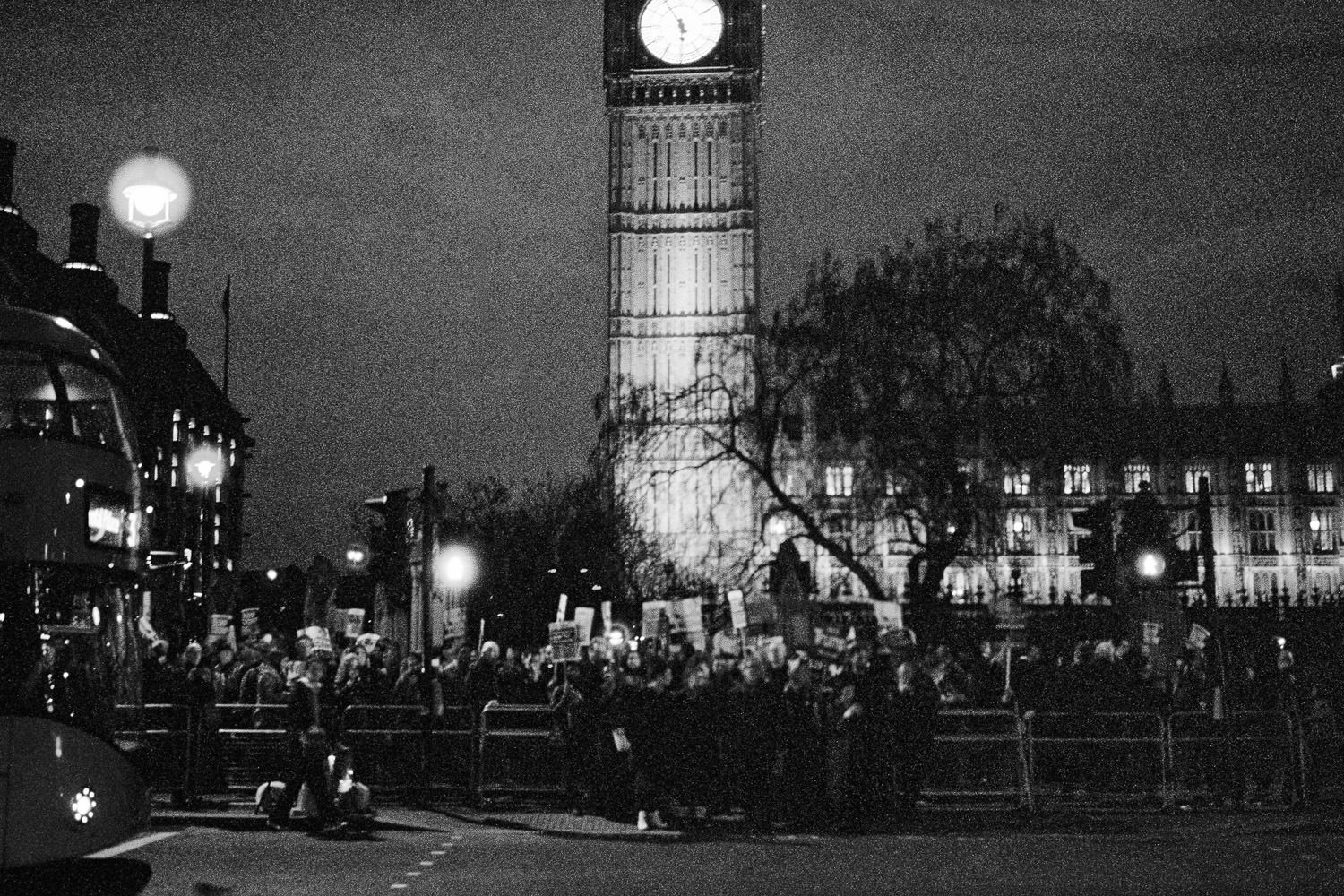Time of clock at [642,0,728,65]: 5:29
